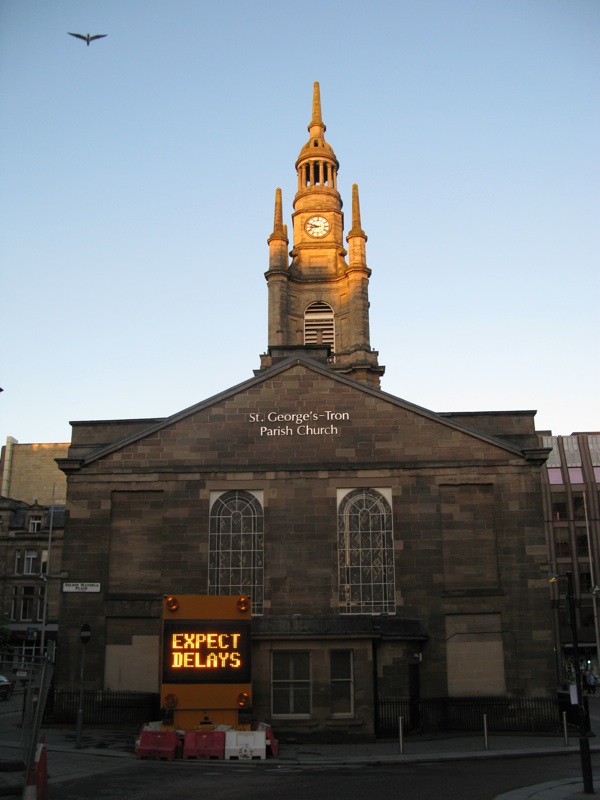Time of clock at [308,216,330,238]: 8:48
